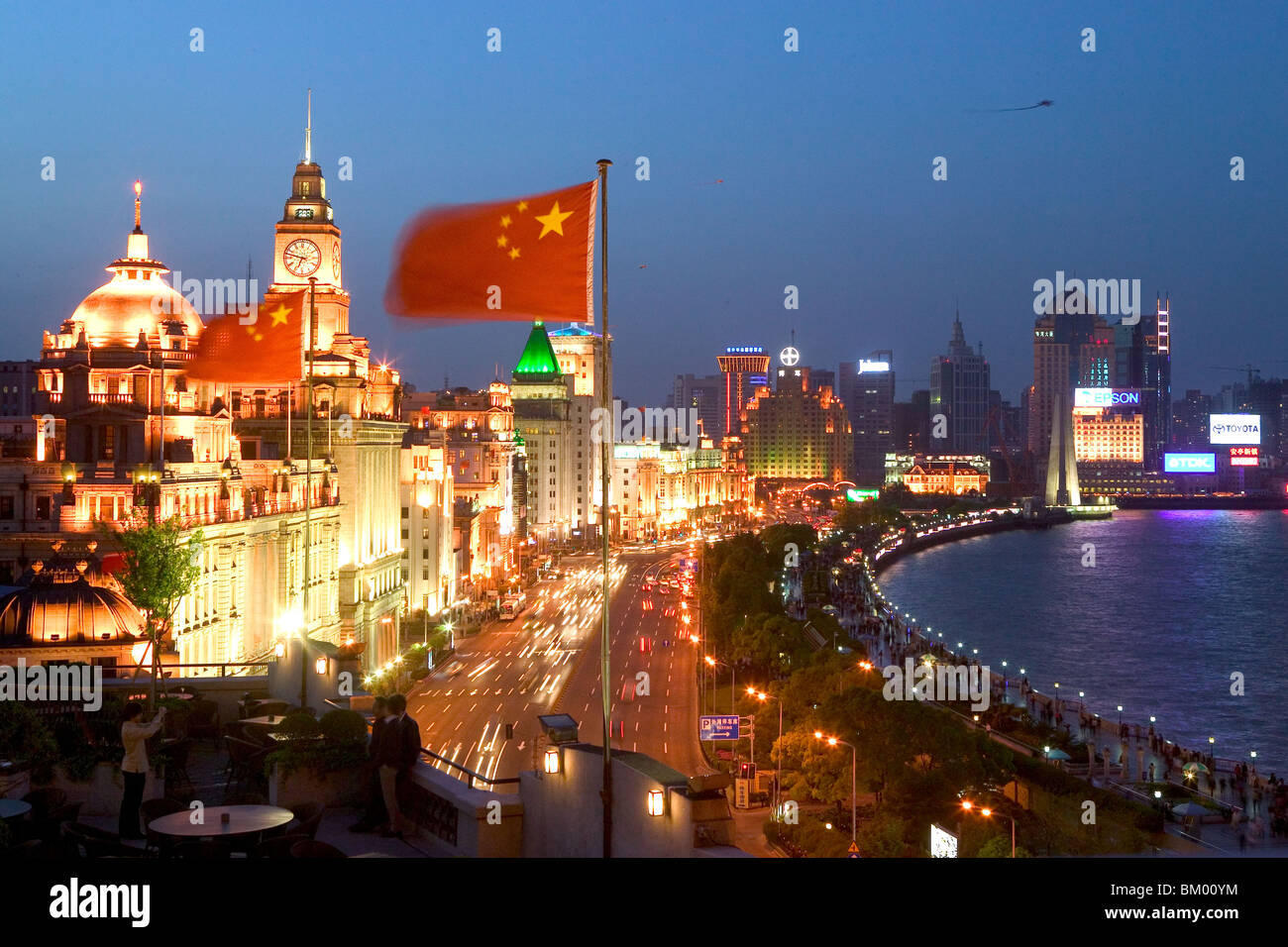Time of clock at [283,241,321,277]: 6:47
